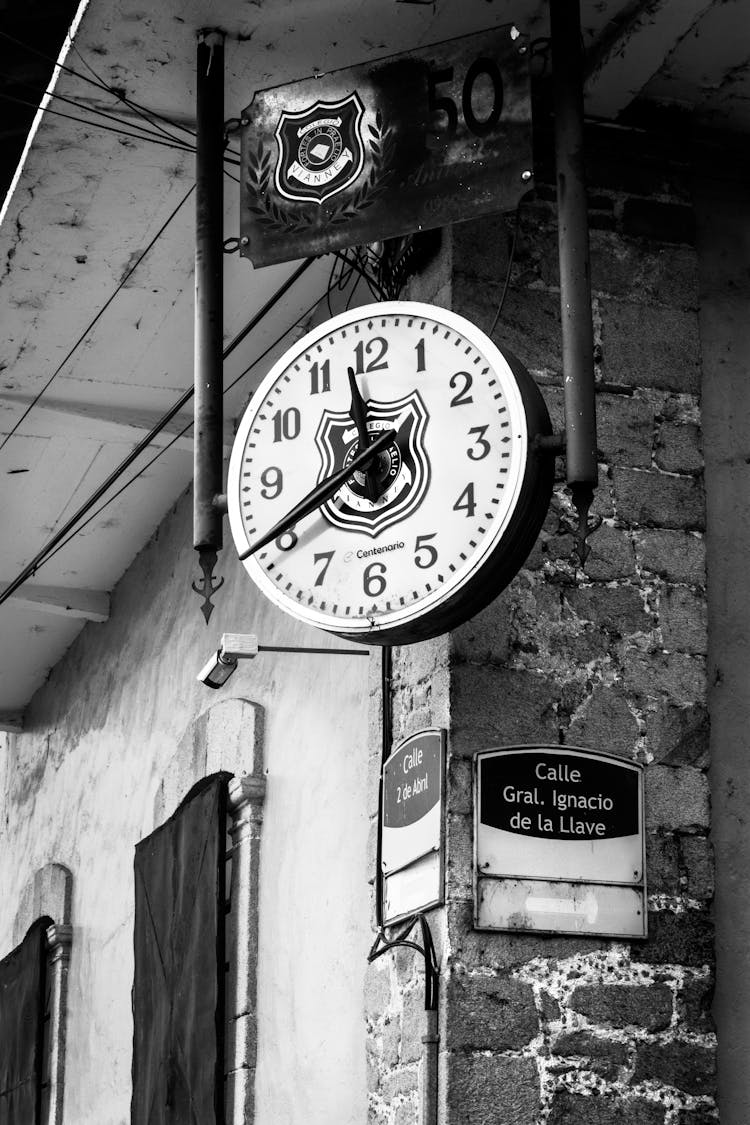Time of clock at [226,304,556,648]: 11:40
